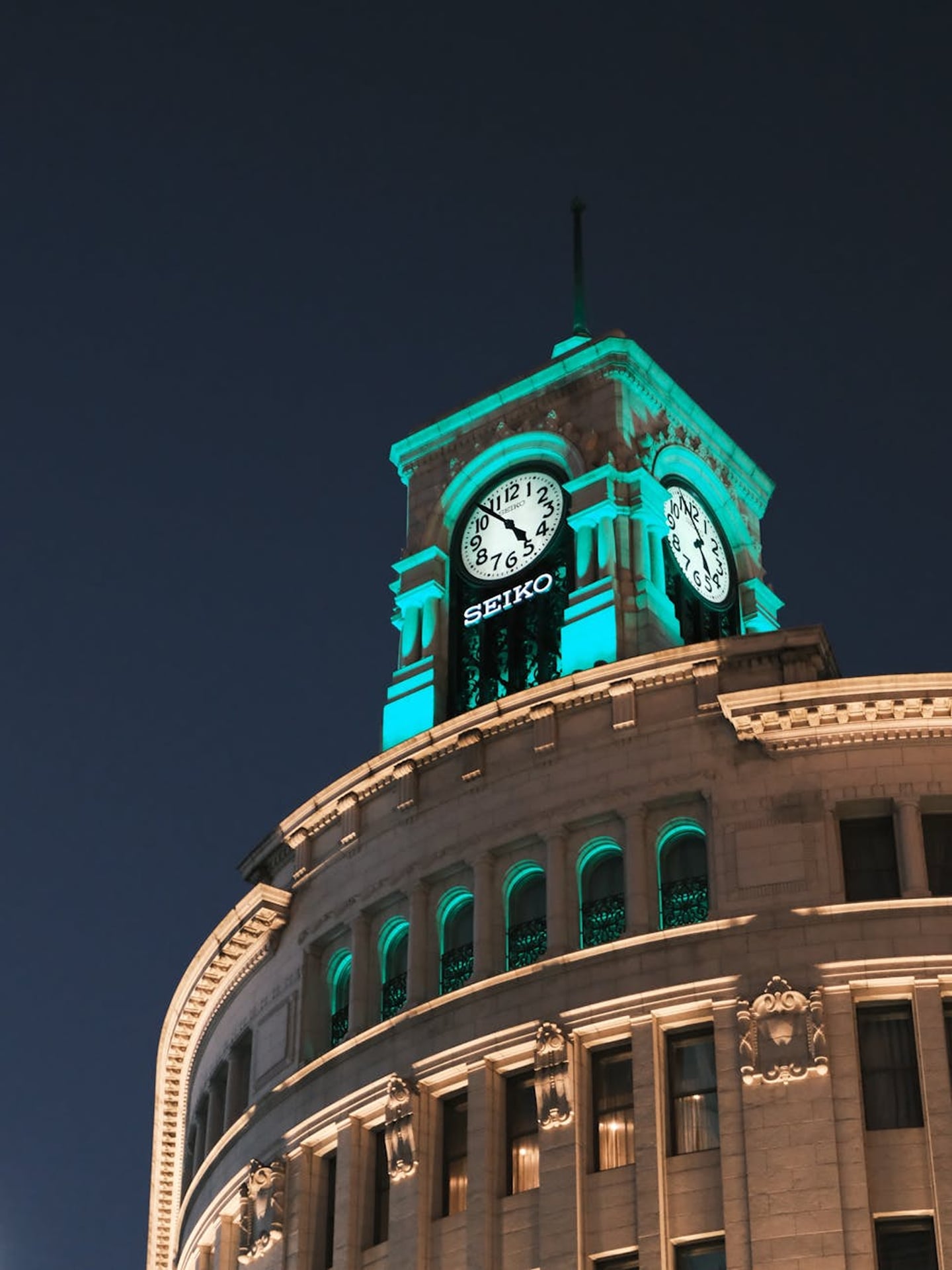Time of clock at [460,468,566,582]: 4:53
